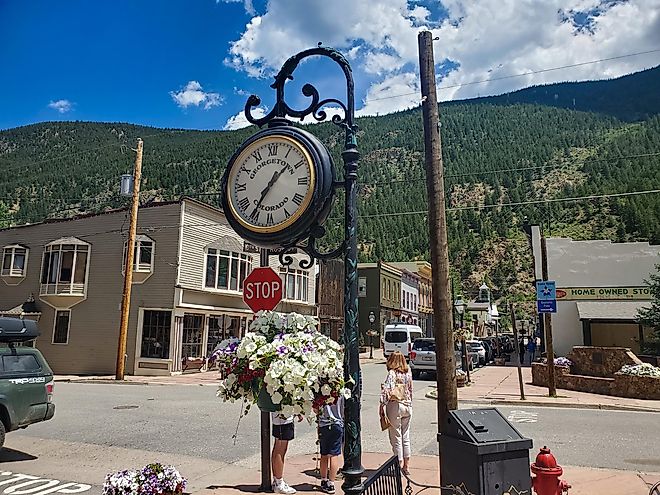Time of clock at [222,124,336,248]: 1:35
